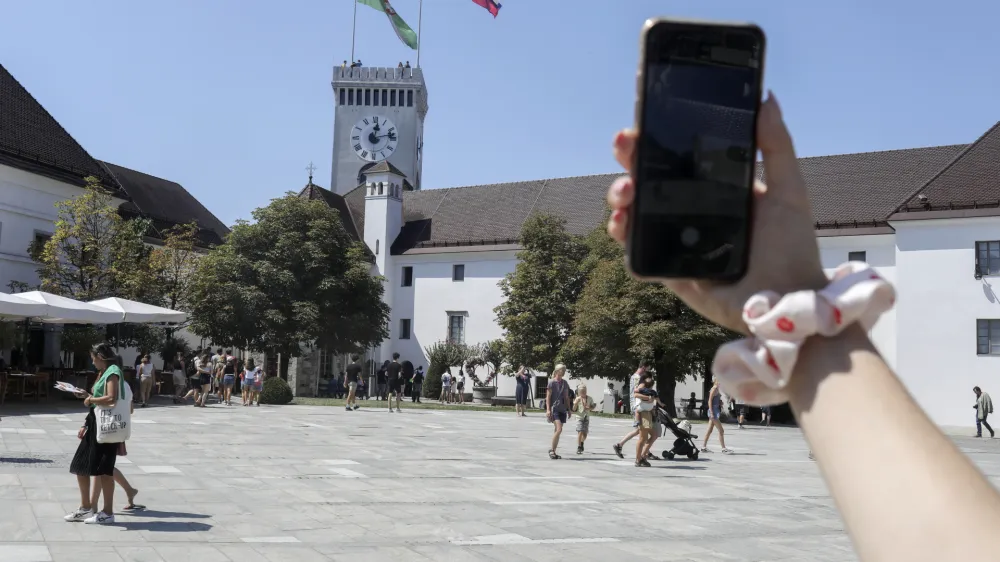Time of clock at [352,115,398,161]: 12:12
